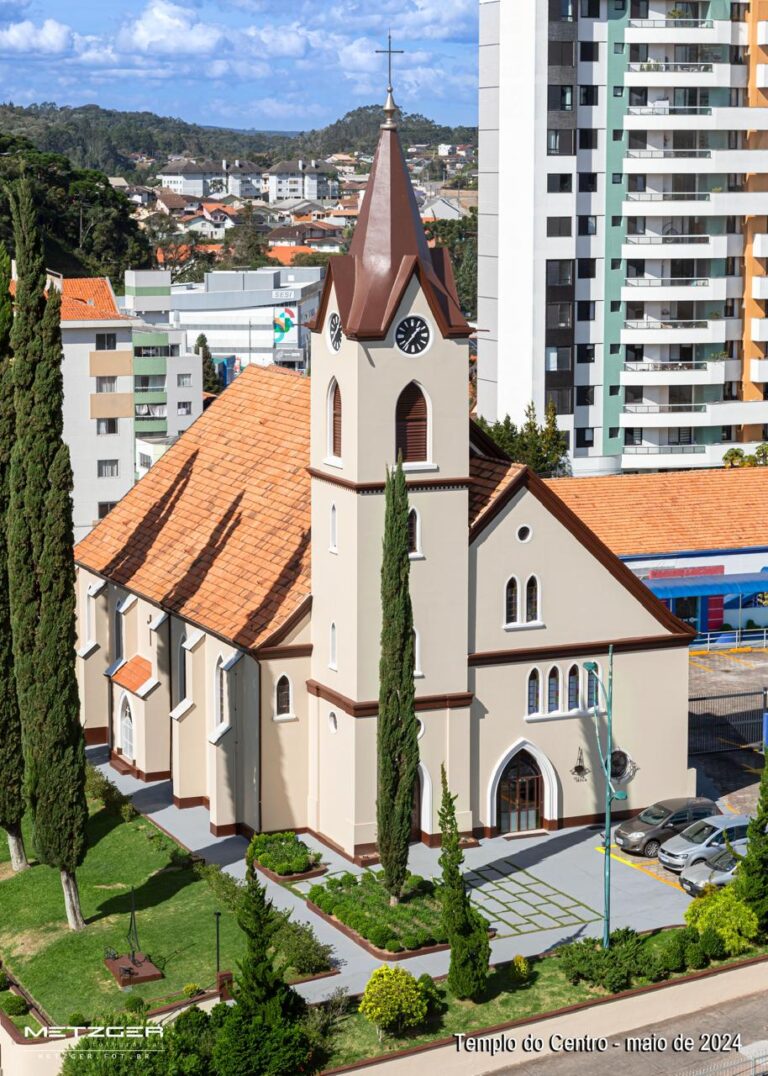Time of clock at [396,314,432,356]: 1:36
